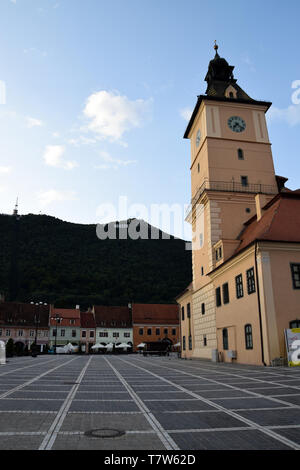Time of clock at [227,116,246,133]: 7:21
